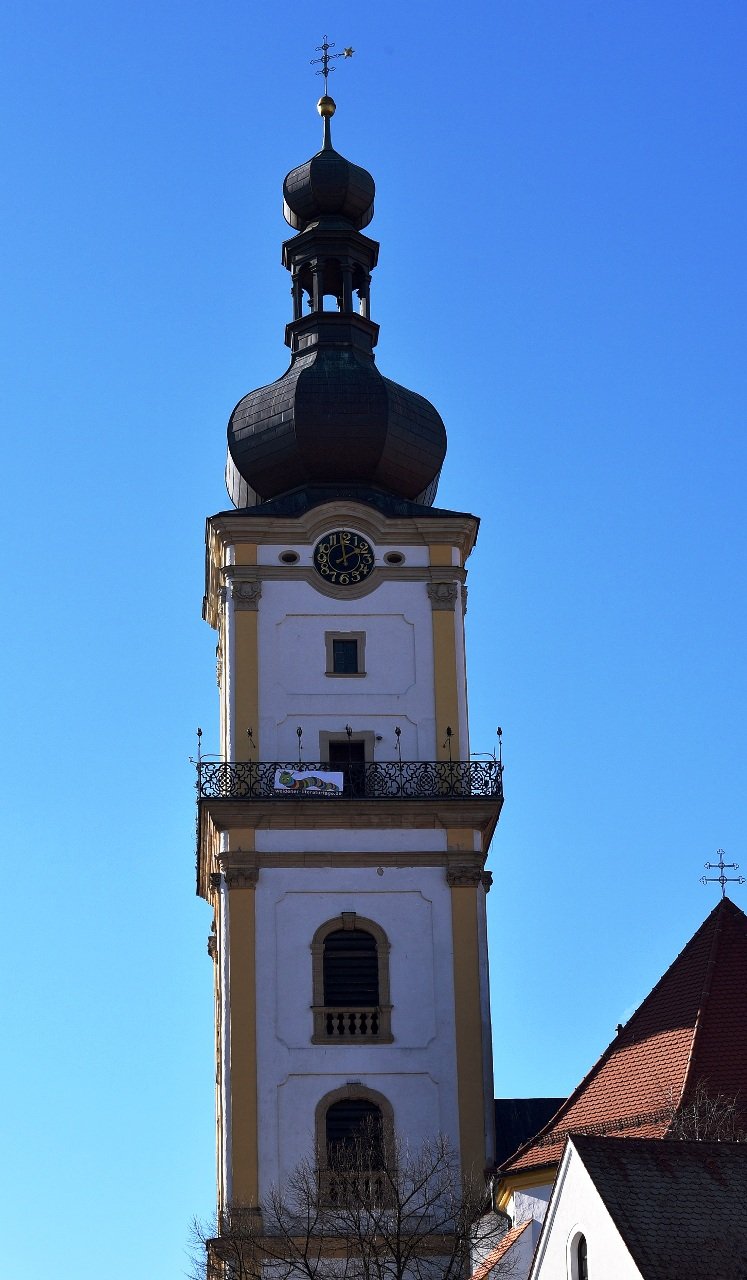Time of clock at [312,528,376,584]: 1:59
